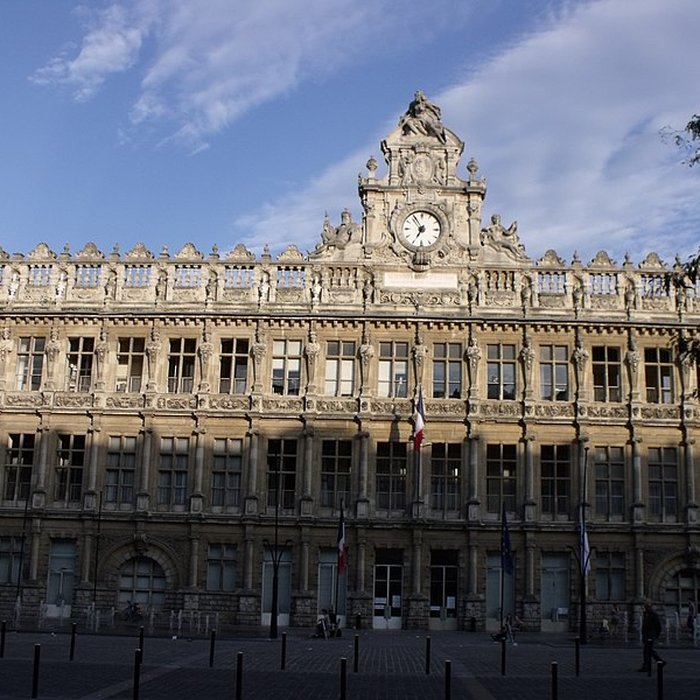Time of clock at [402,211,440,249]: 6:54
